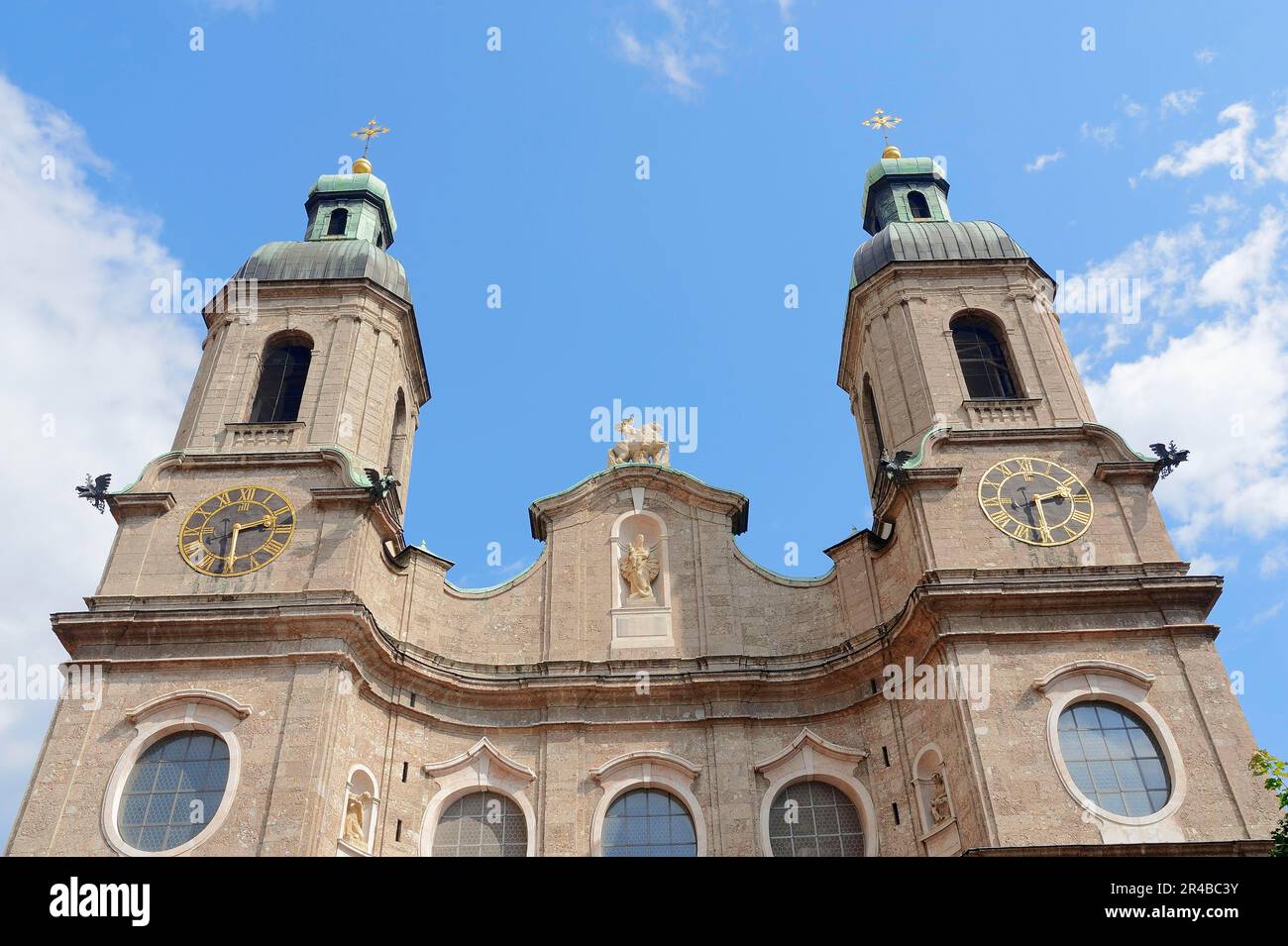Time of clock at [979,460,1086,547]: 2:29
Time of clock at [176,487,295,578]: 2:29
